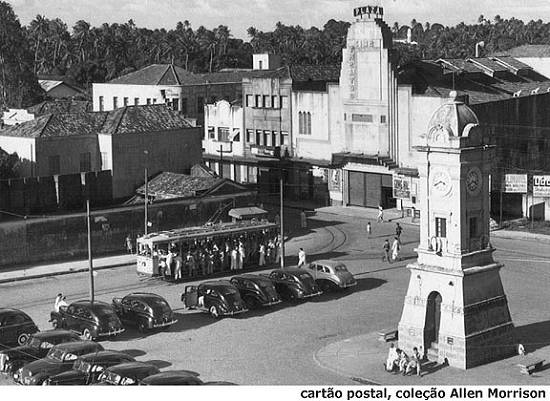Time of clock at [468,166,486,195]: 3:40
